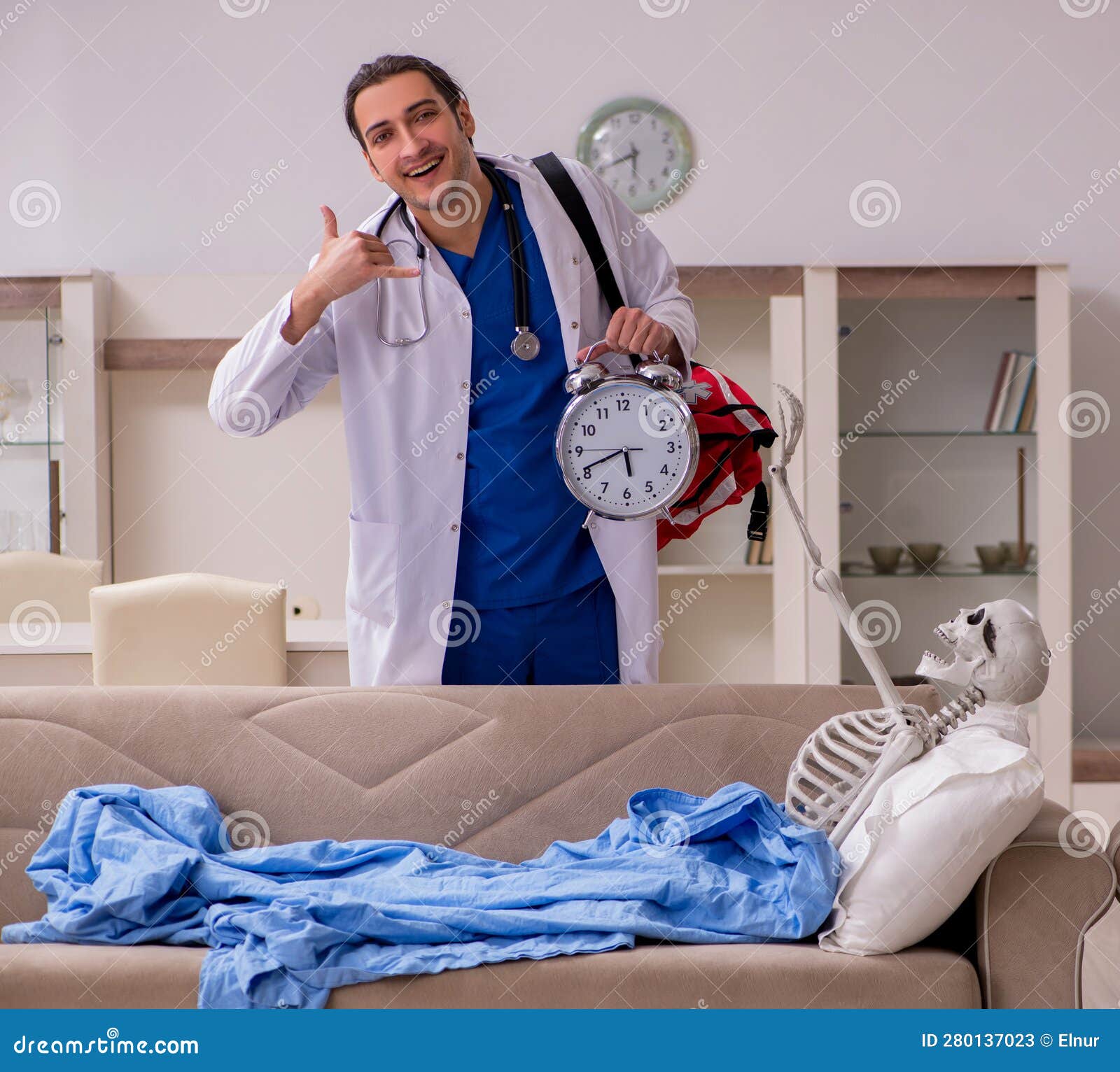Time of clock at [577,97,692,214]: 5:40
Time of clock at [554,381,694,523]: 5:41
